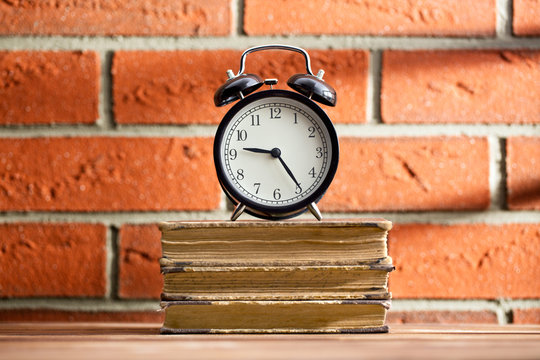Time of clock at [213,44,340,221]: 9:24
